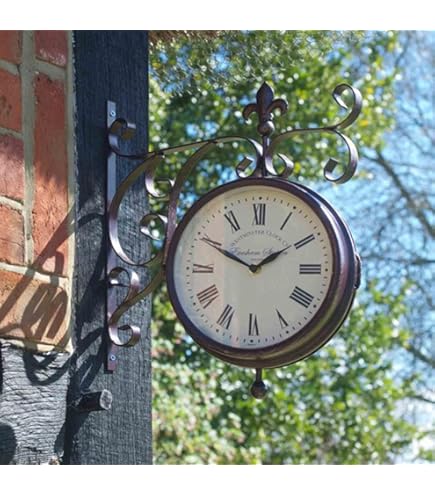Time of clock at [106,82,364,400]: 1:49
